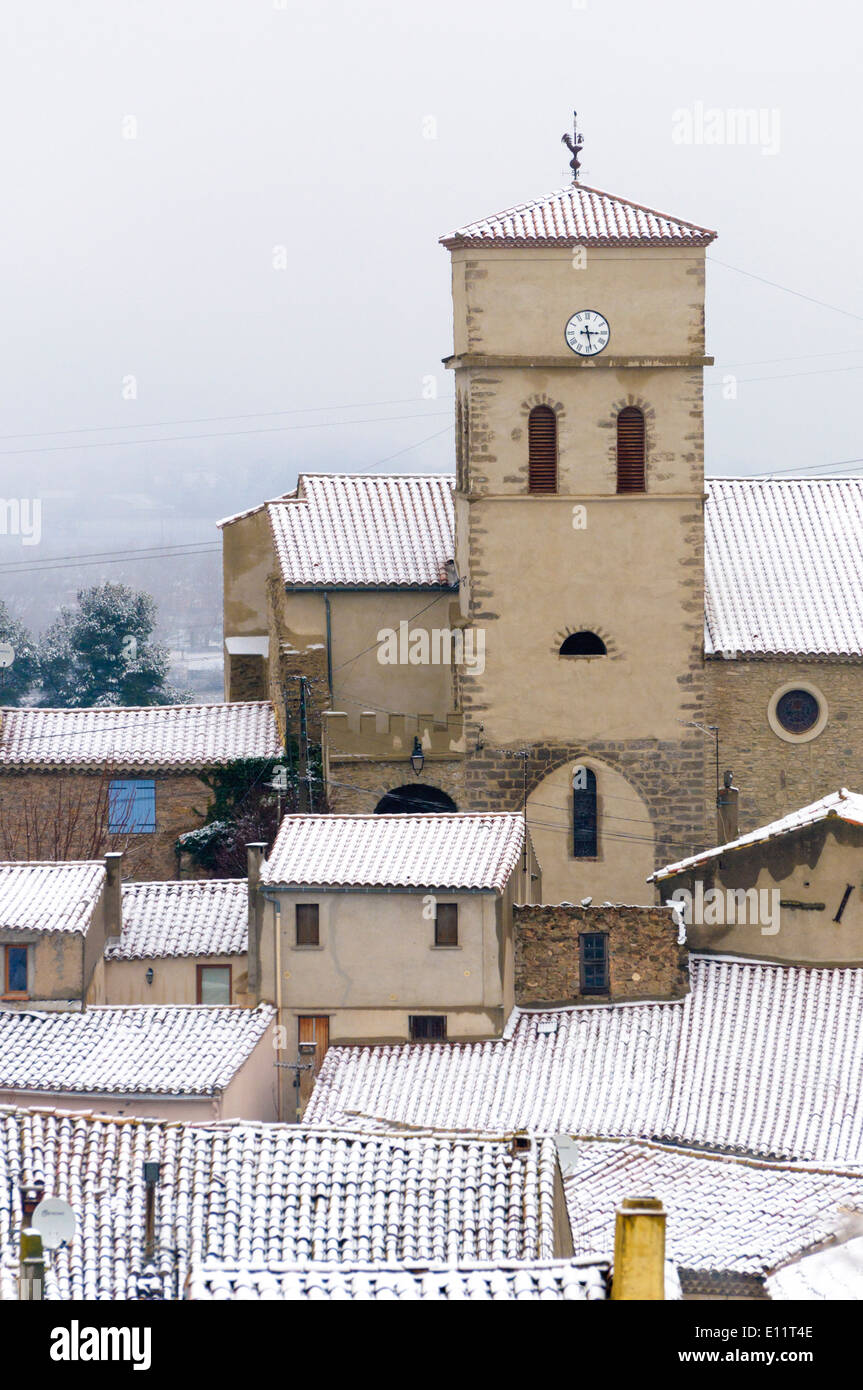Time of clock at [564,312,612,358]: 3:28
